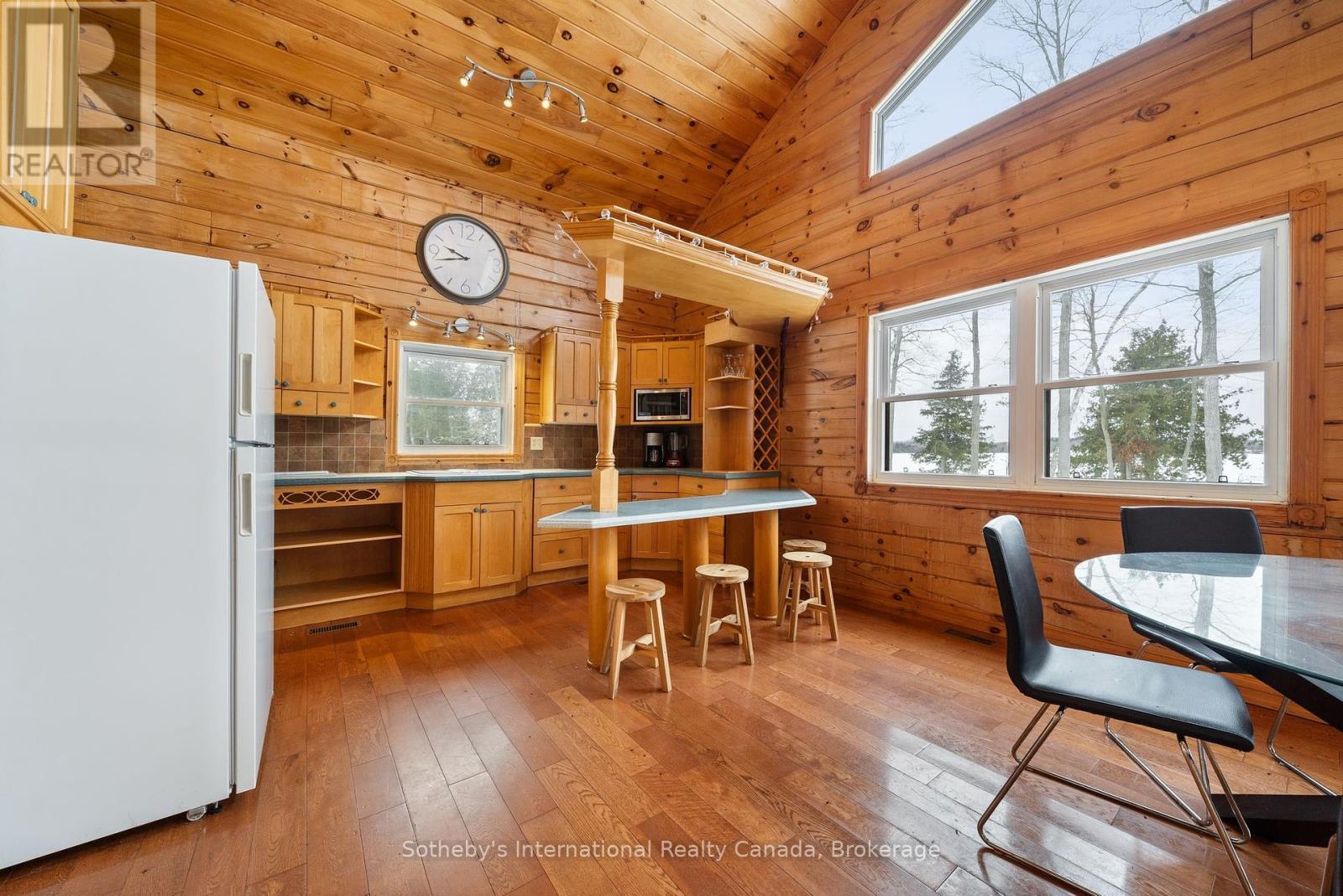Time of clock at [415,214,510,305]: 9:42
